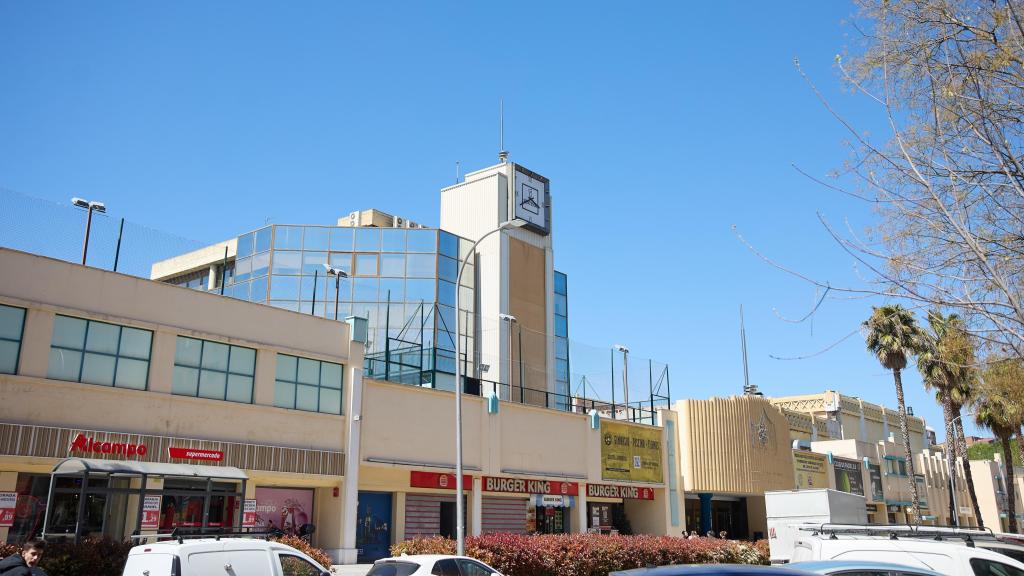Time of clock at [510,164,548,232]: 3:40
